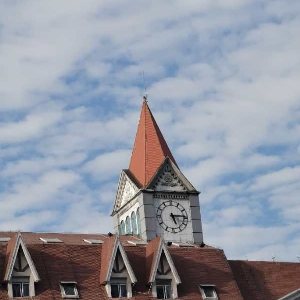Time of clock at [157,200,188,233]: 5:14
